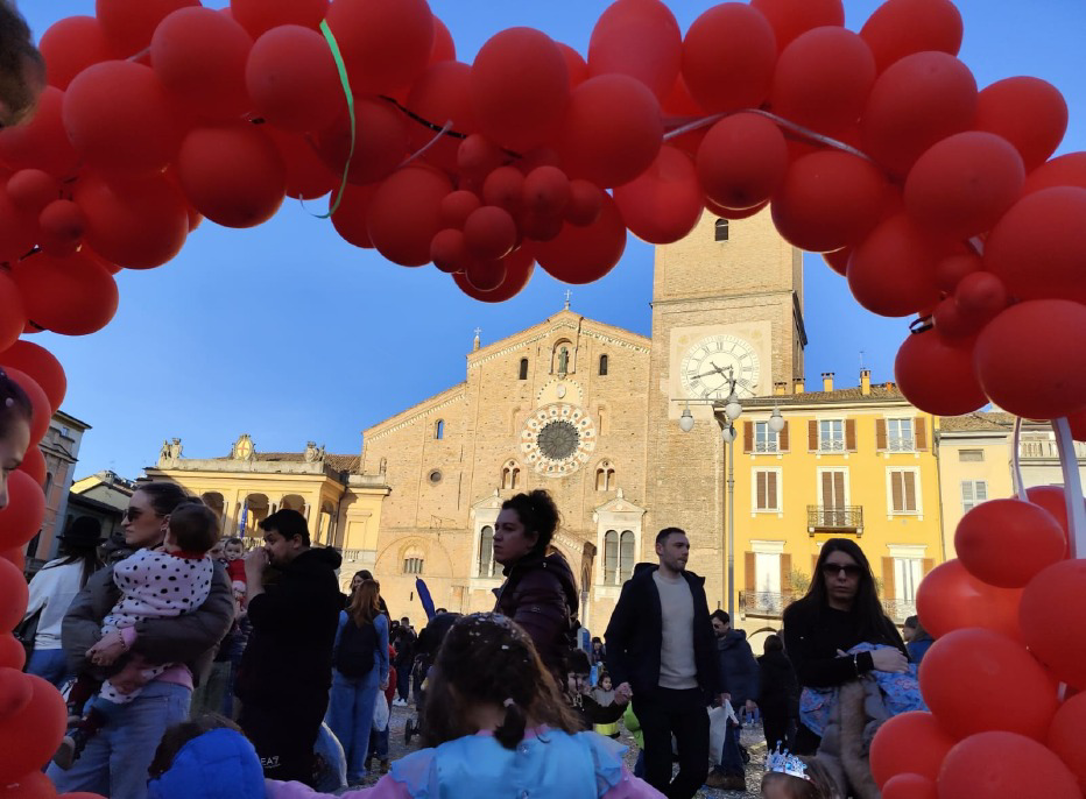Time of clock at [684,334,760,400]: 4:42
